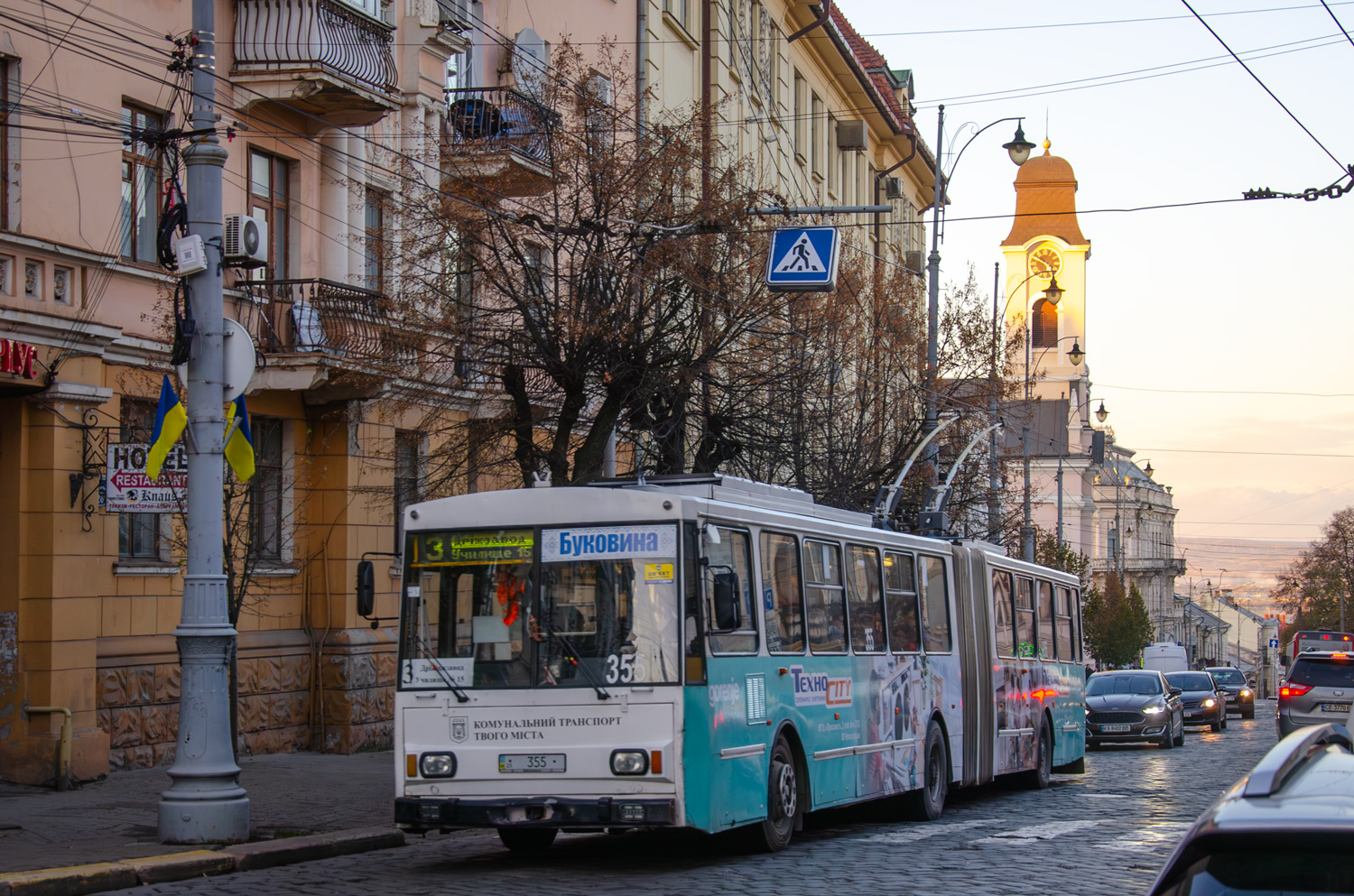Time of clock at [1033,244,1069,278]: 4:49
